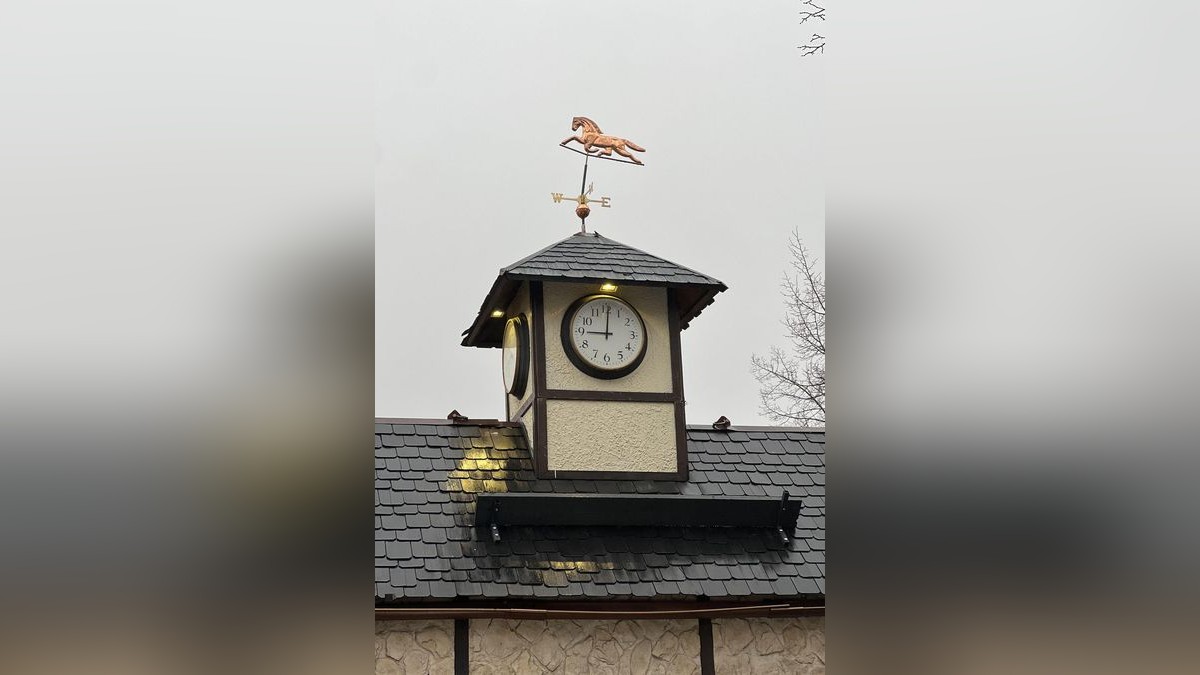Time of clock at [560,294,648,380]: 9:00
